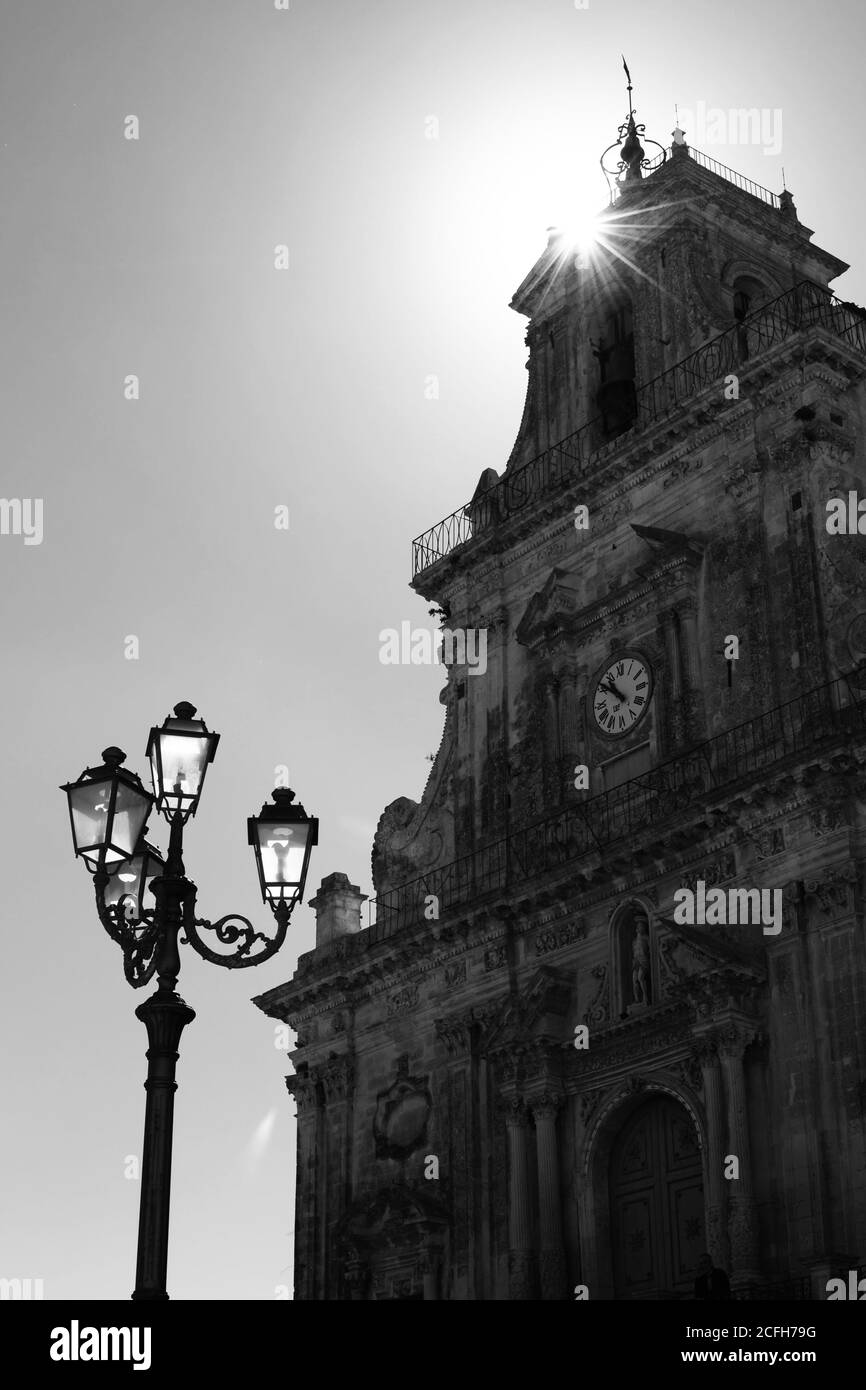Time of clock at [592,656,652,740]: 10:51
